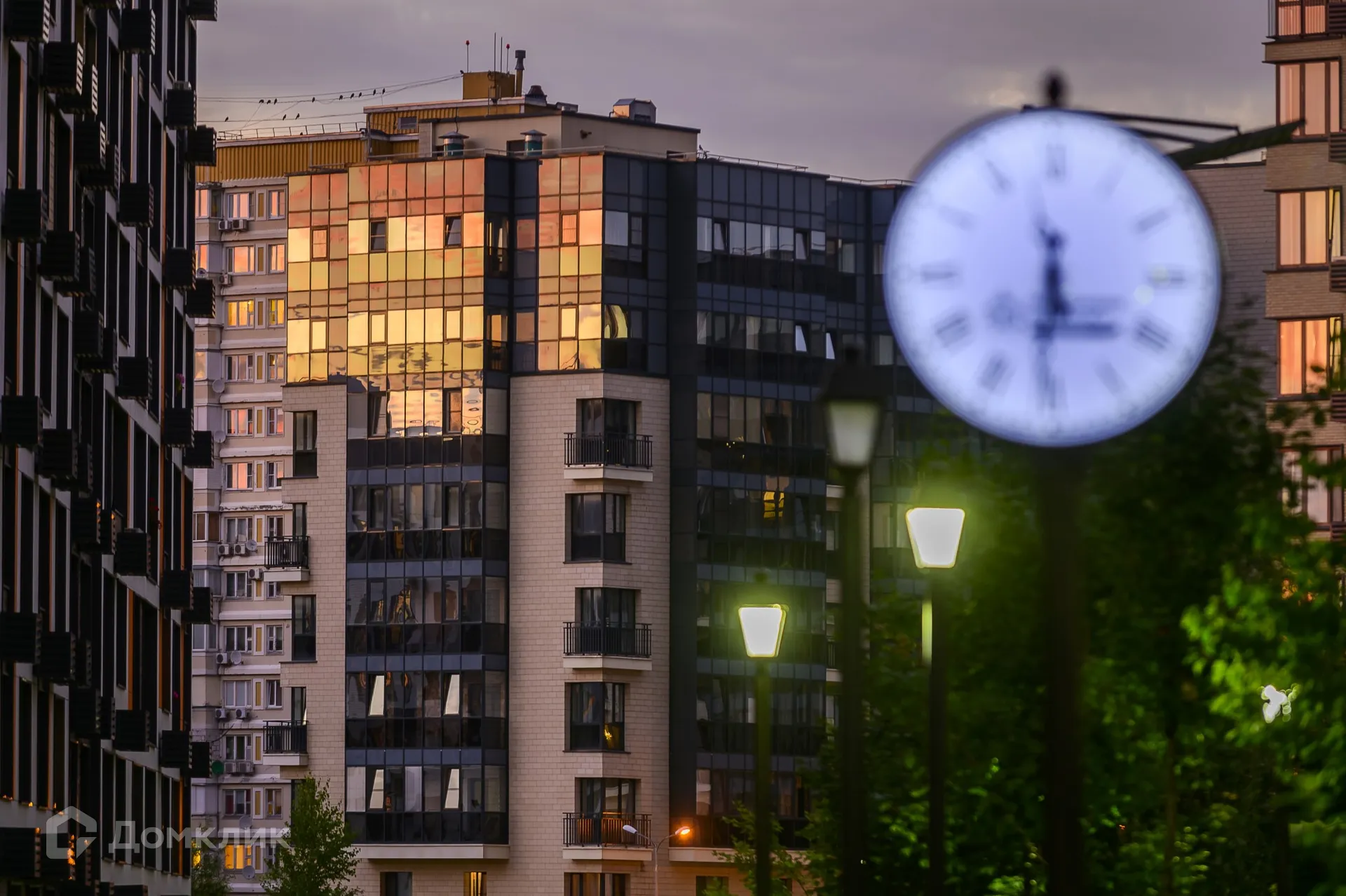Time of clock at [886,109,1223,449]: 5:30
